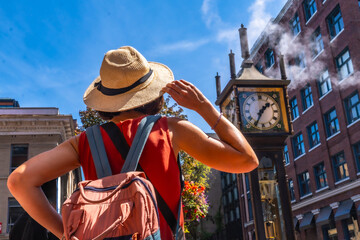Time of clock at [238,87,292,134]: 1:34
